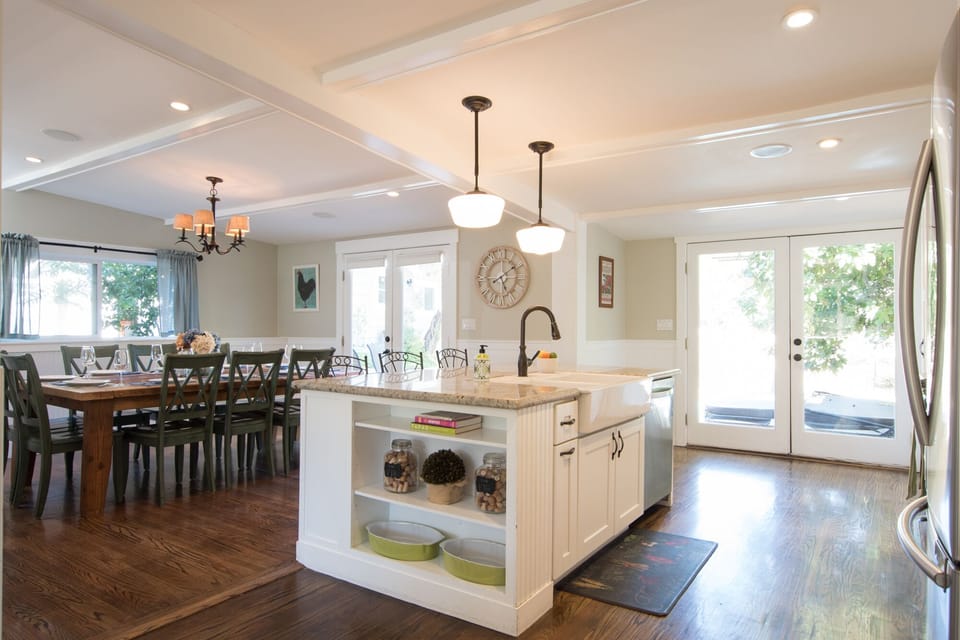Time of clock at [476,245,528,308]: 5:09
